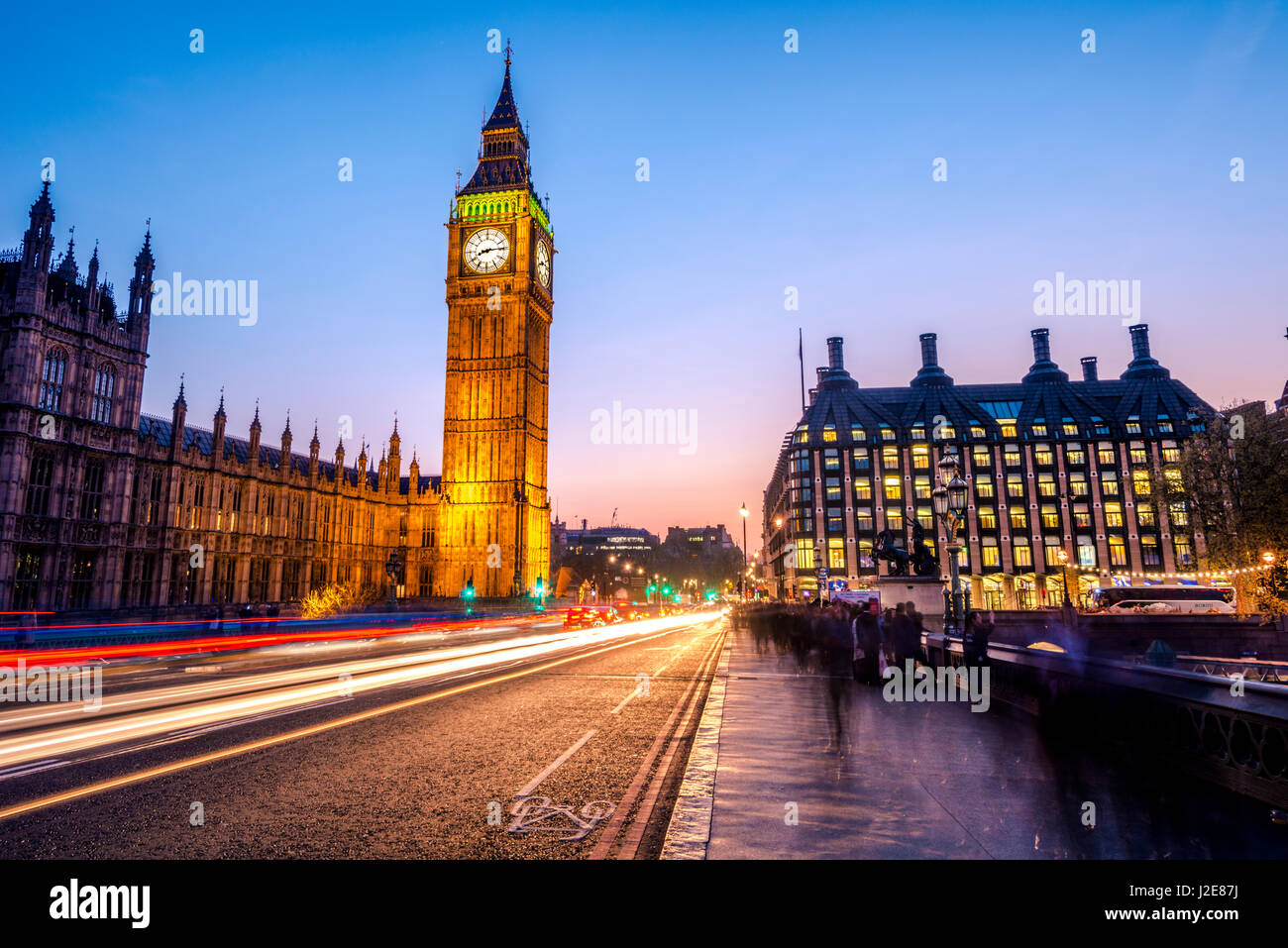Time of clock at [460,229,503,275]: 8:14
